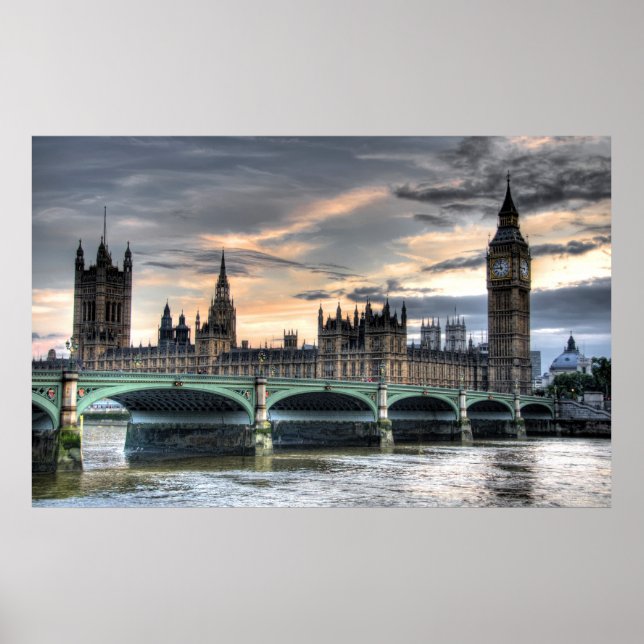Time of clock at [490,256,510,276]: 11:45
